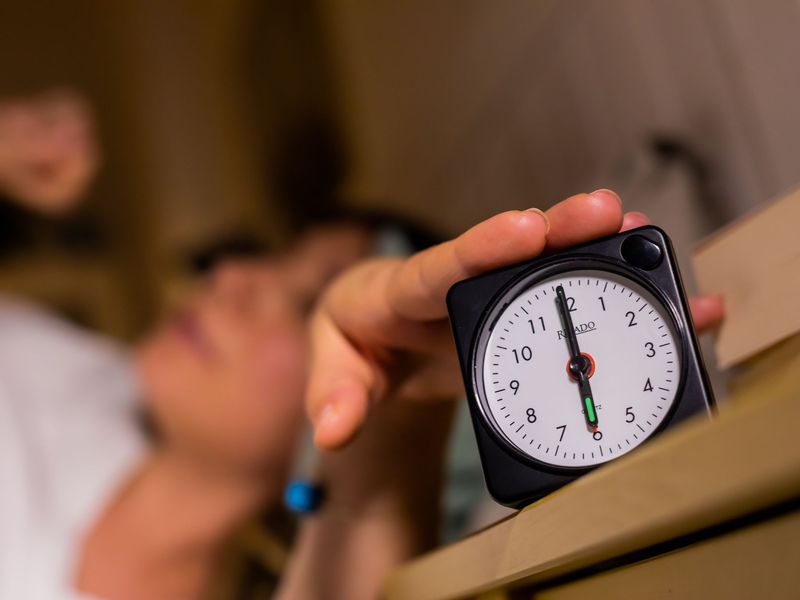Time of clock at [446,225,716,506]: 5:59
